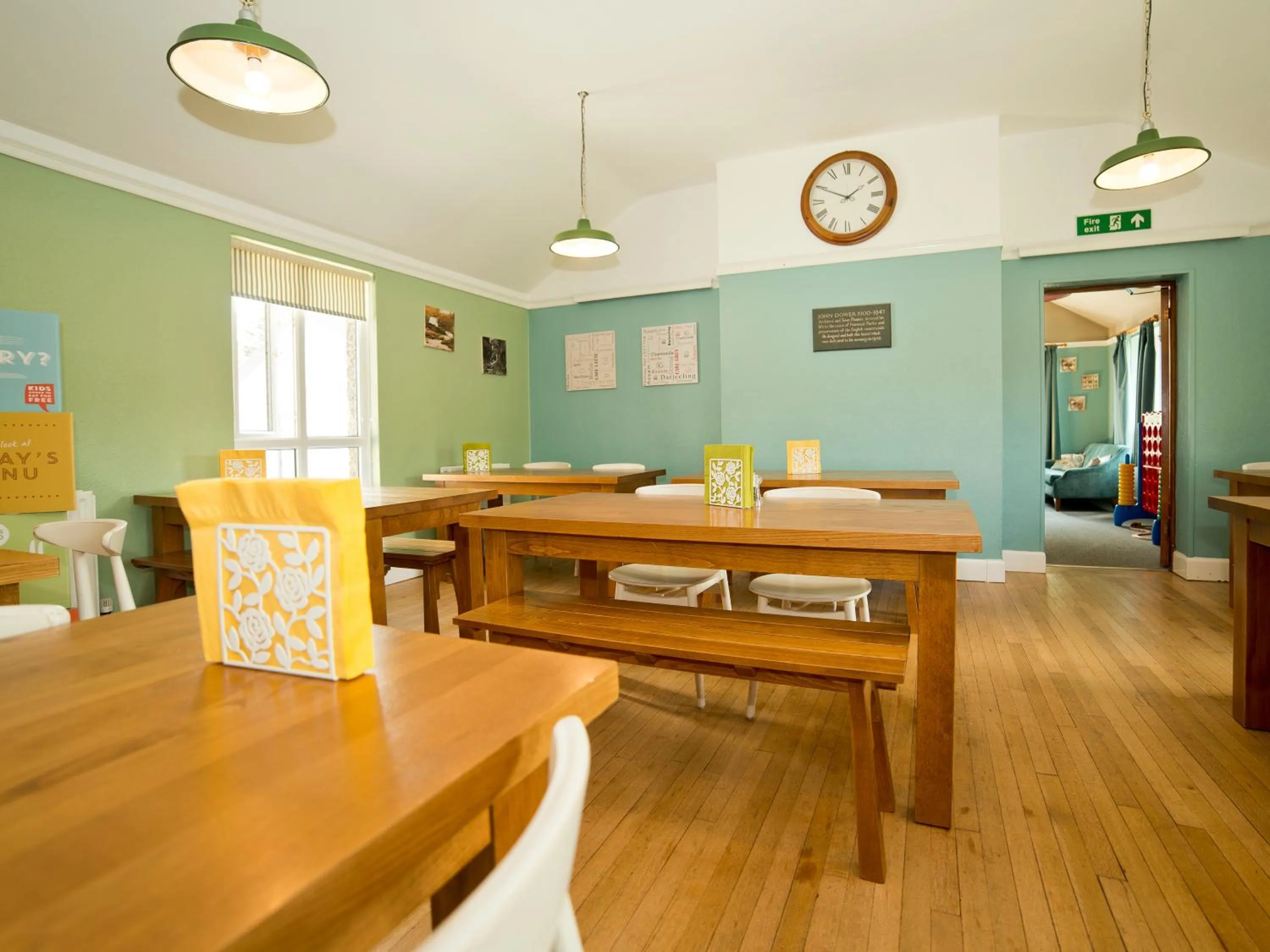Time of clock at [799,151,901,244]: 1:49
